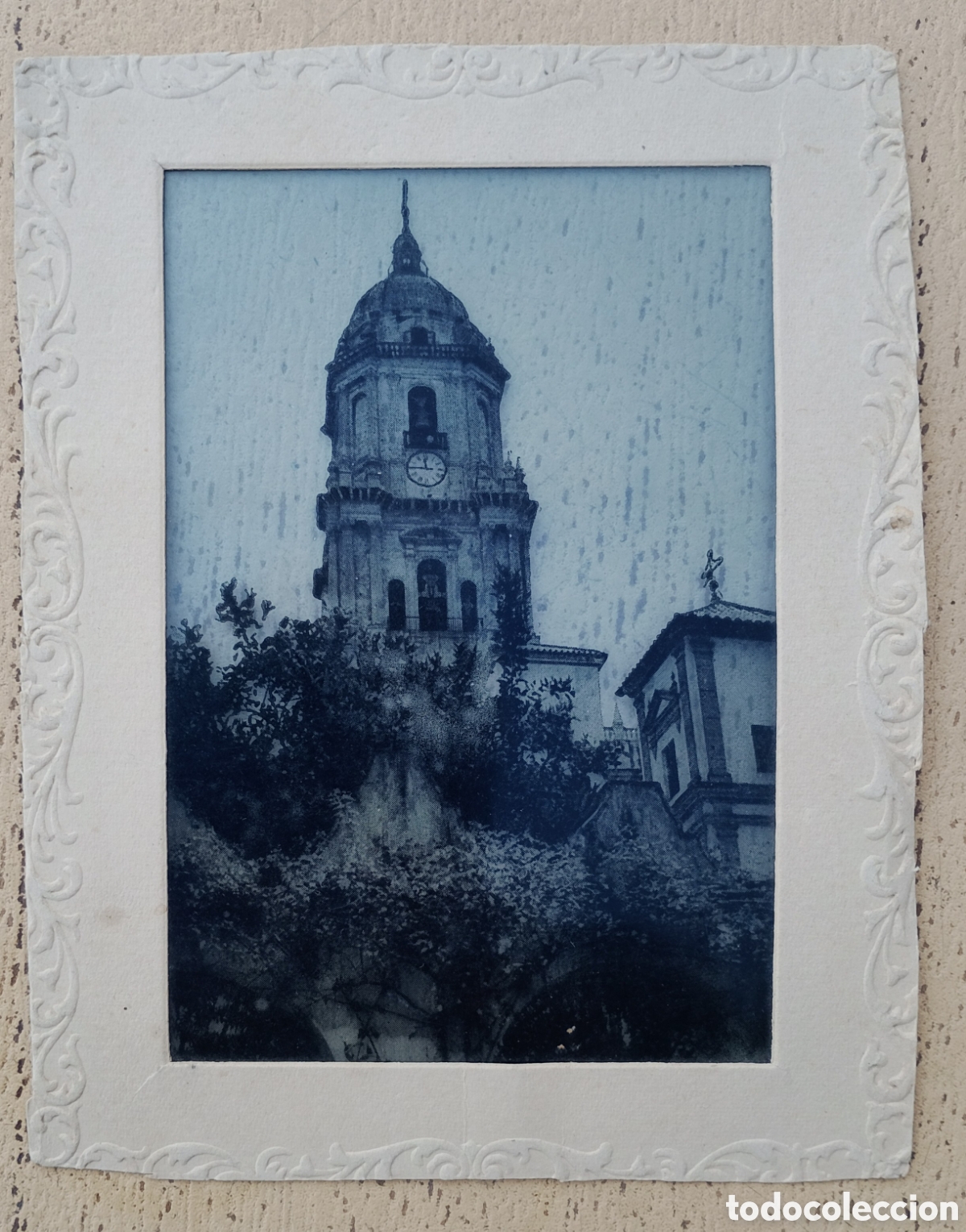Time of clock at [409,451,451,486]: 11:45
